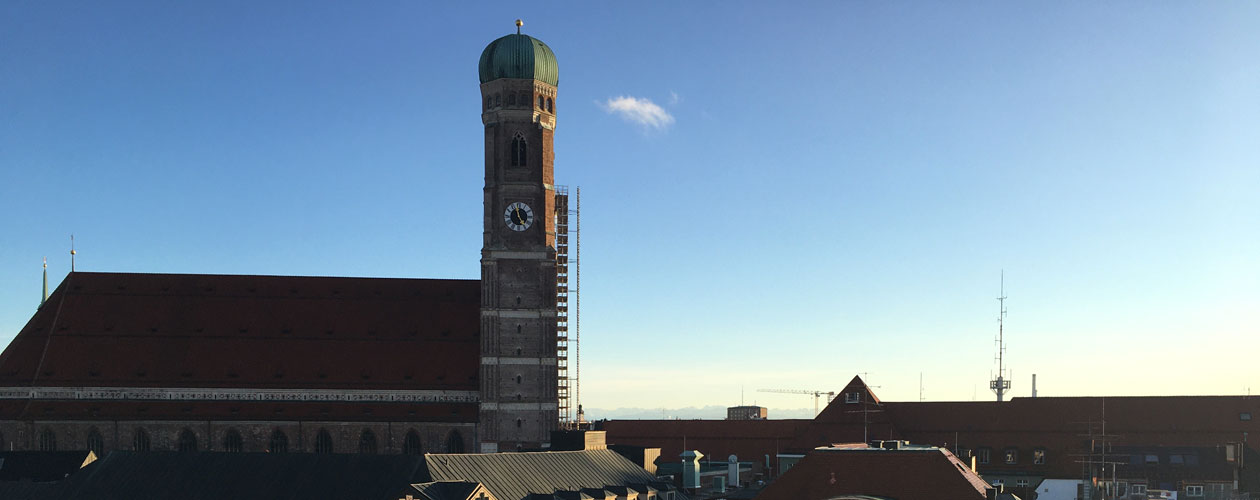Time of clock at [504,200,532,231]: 4:58
